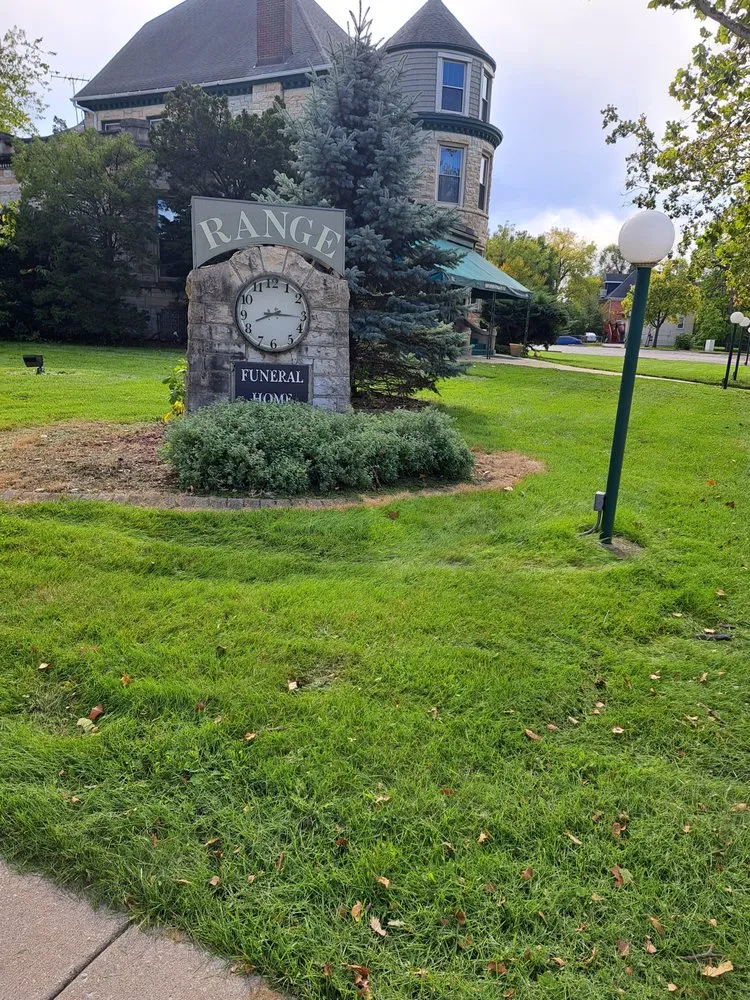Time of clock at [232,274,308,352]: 8:16
